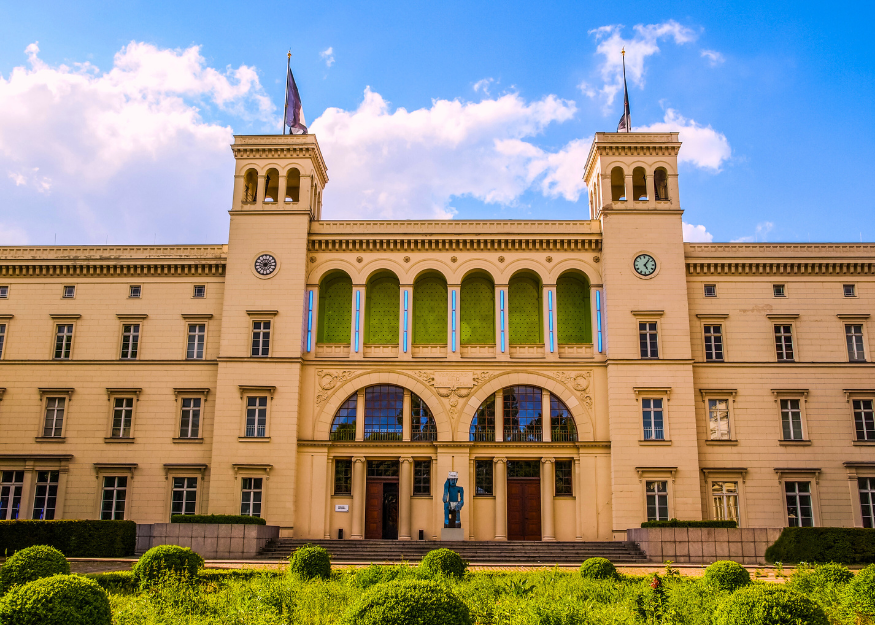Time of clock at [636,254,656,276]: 5:06
